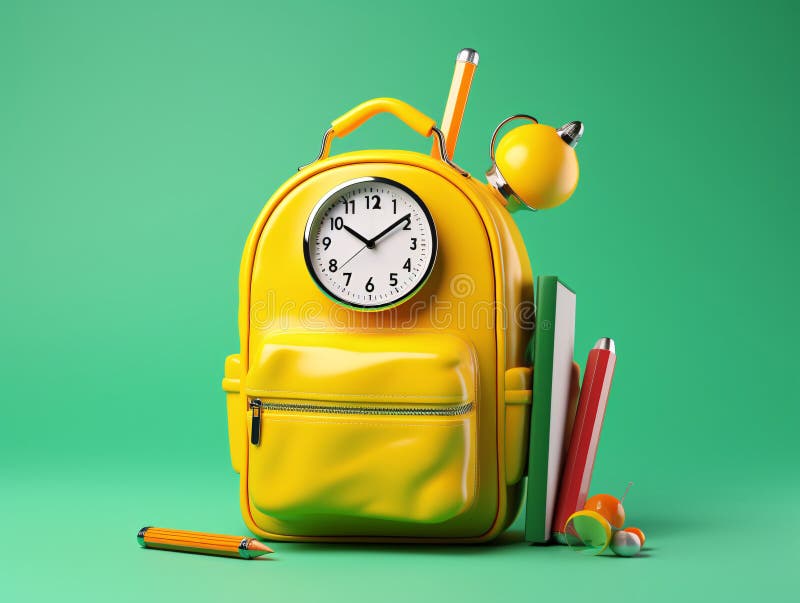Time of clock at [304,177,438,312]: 10:08
